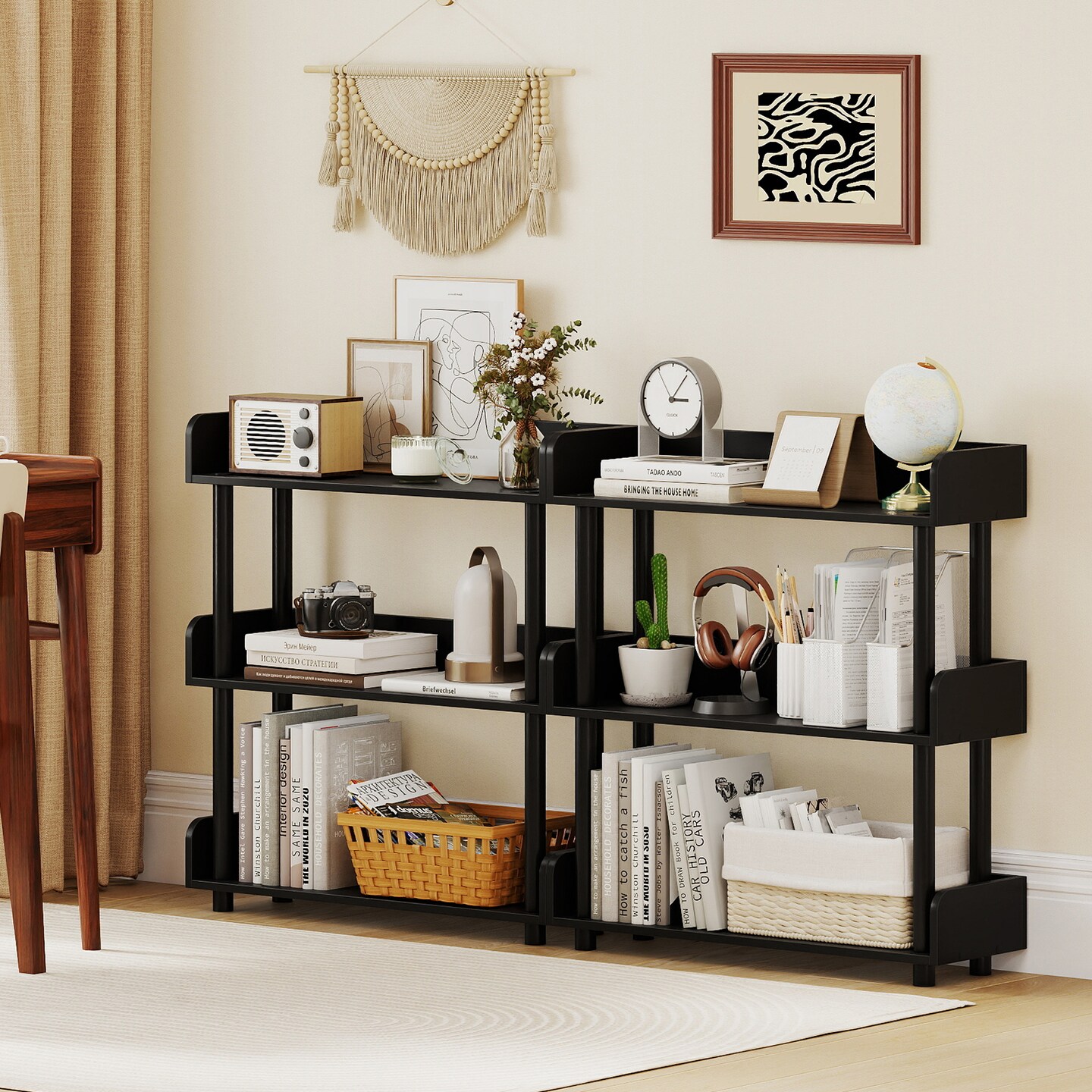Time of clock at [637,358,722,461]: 3:05
